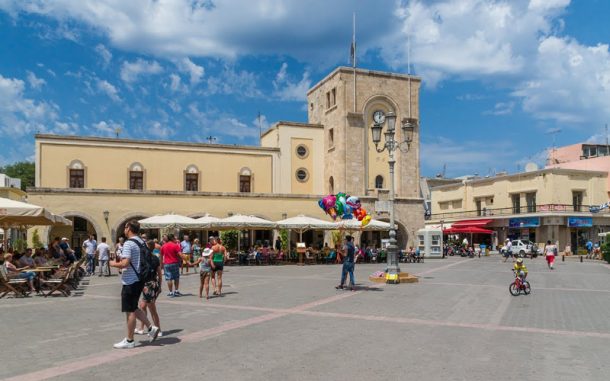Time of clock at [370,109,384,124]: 12:07
